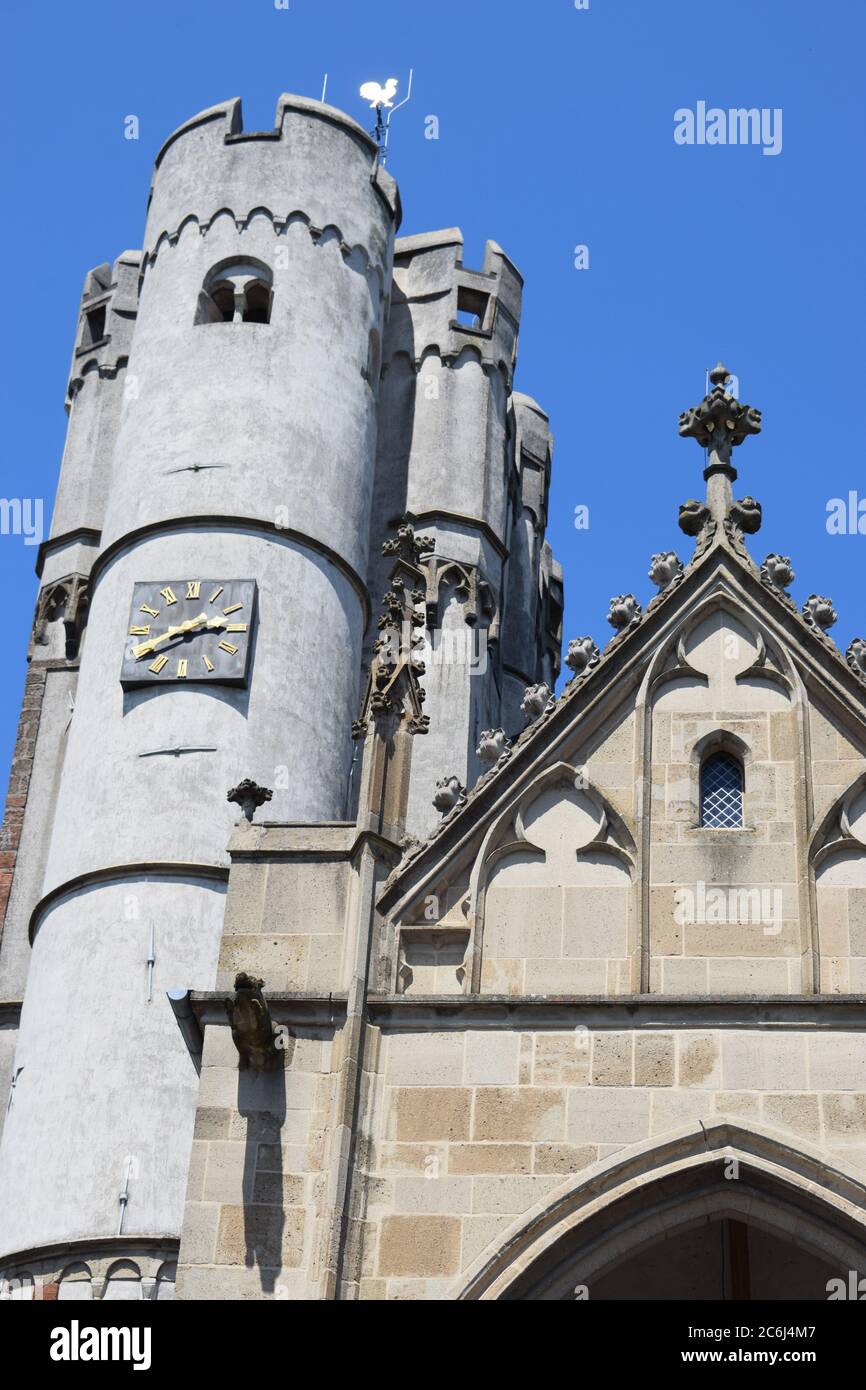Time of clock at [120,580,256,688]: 2:40
